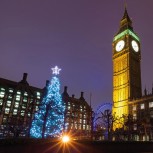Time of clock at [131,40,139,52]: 8:12
